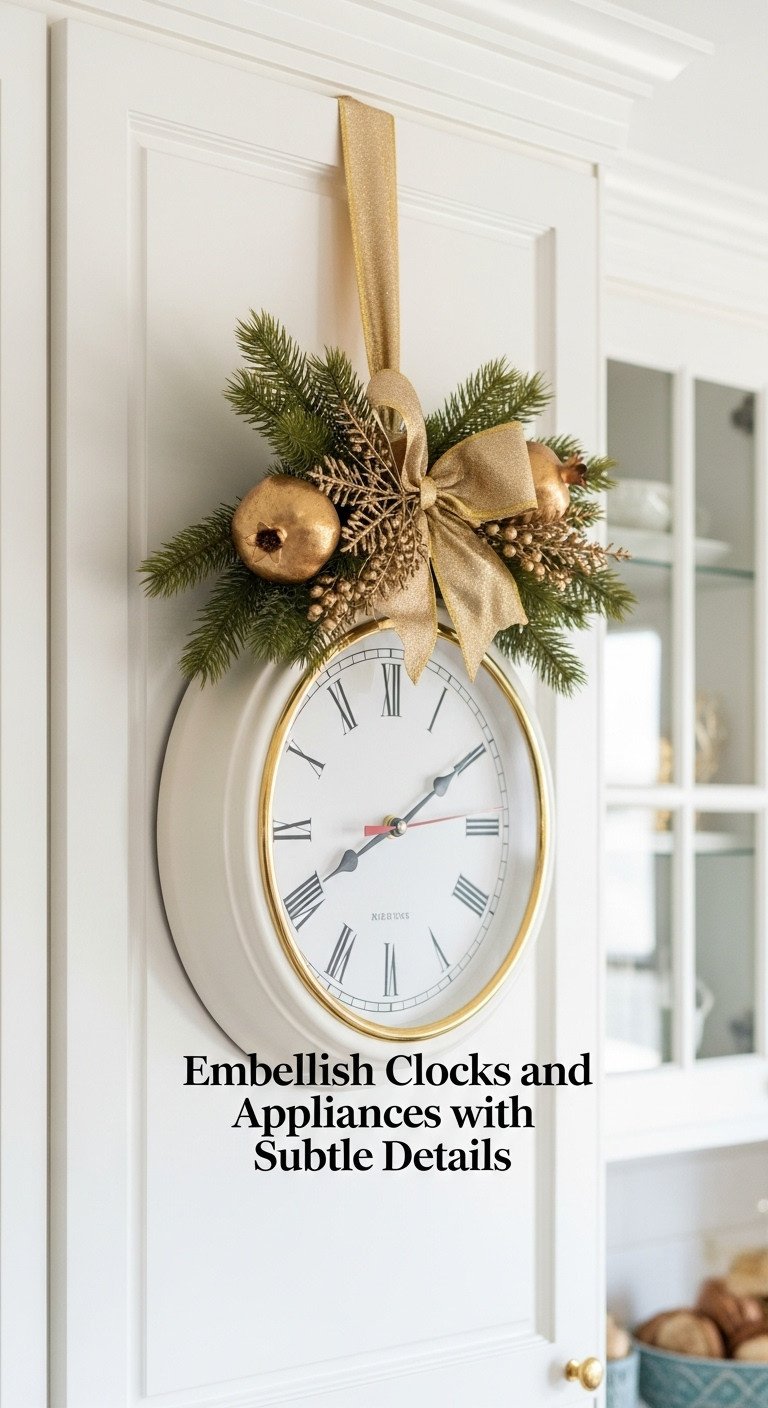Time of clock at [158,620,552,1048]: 8:09
